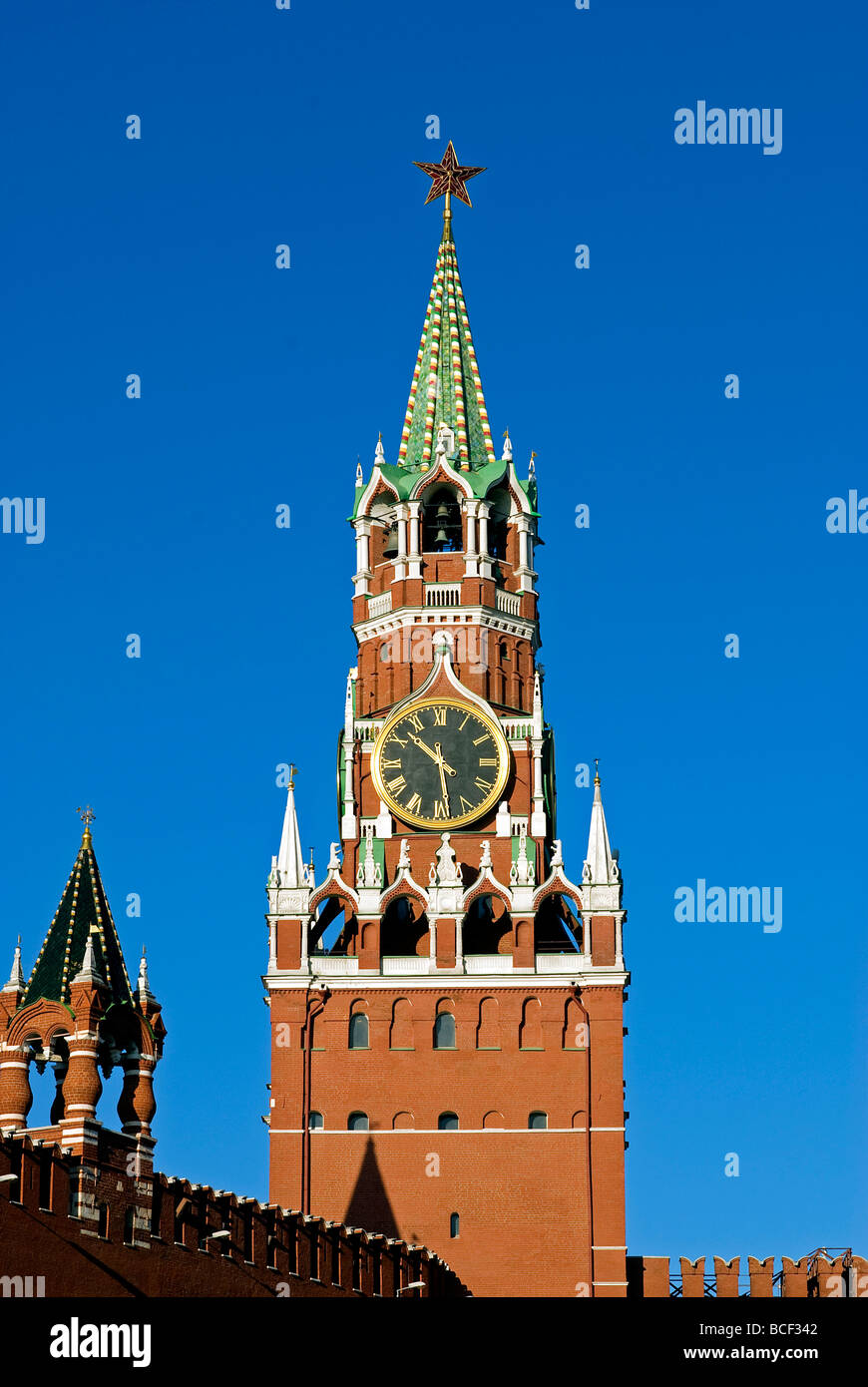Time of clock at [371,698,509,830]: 10:28
